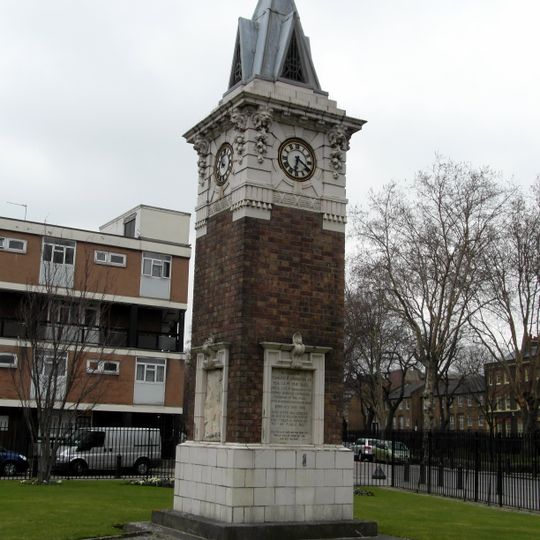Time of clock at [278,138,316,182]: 6:20
